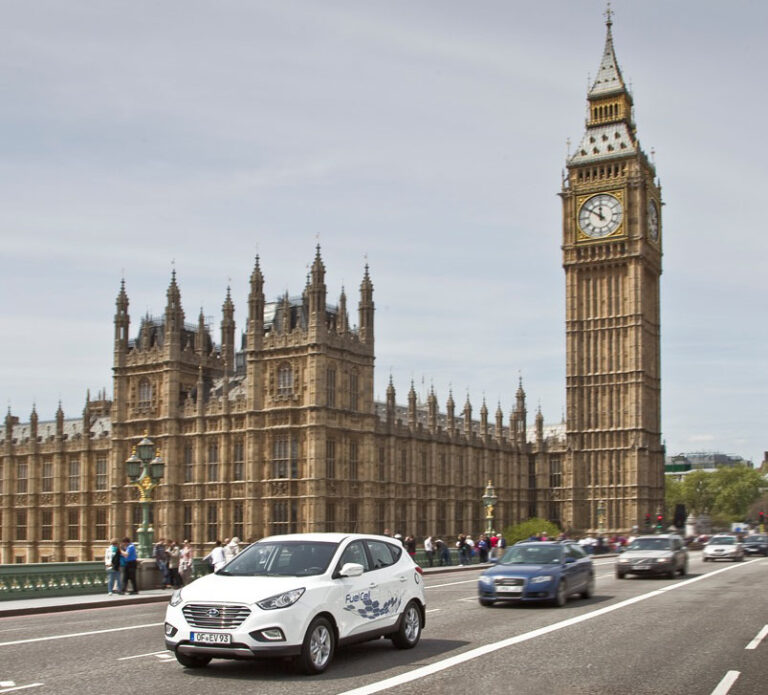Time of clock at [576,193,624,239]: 11:50
